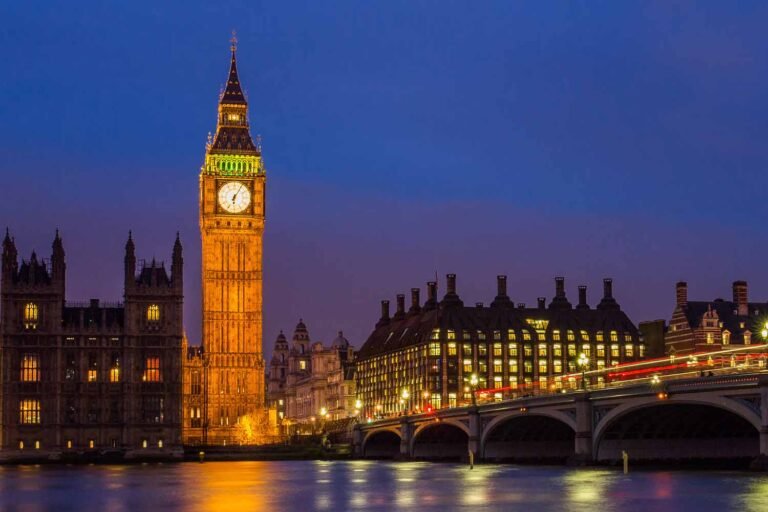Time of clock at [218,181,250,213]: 6:05
